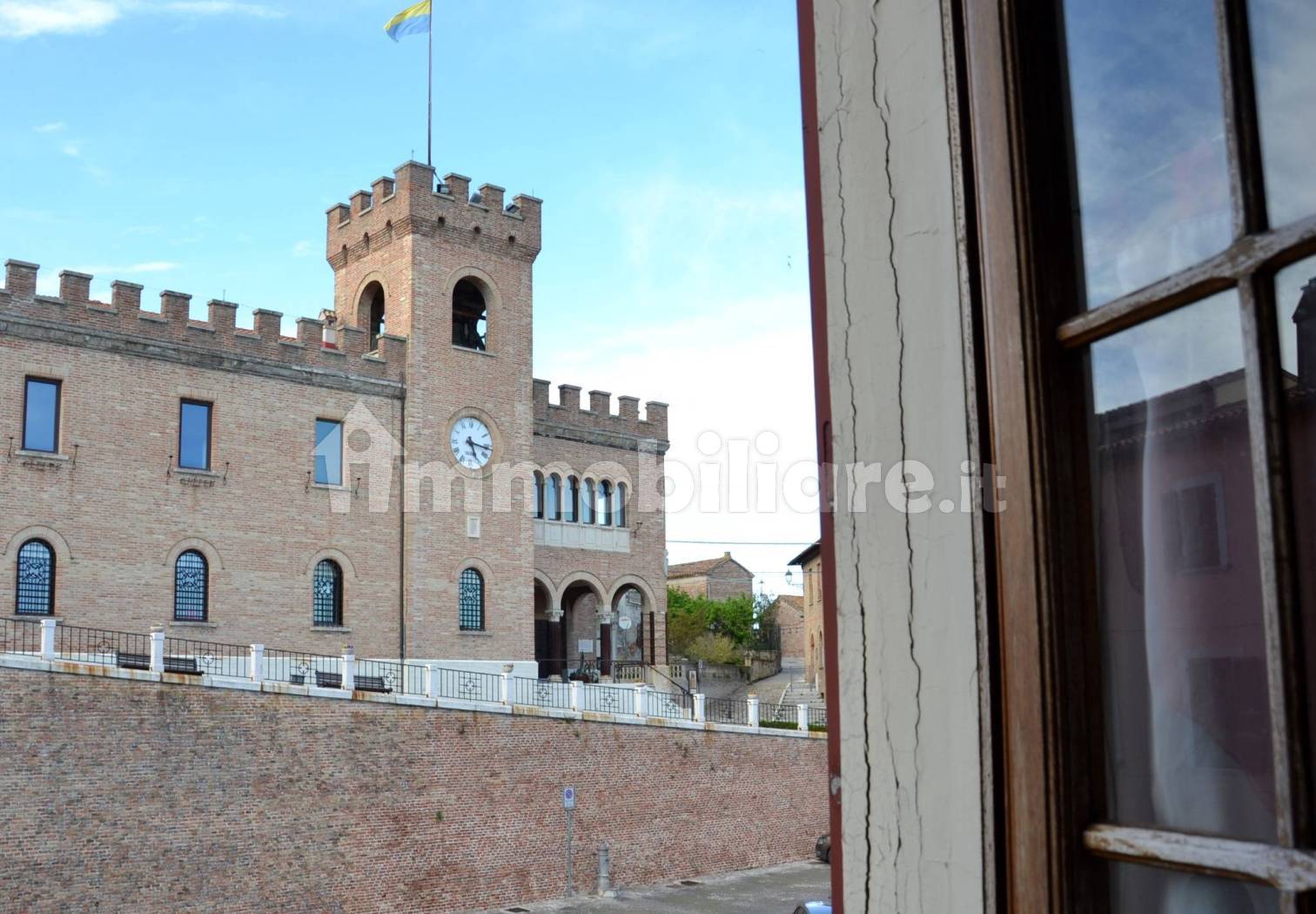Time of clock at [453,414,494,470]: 5:16
